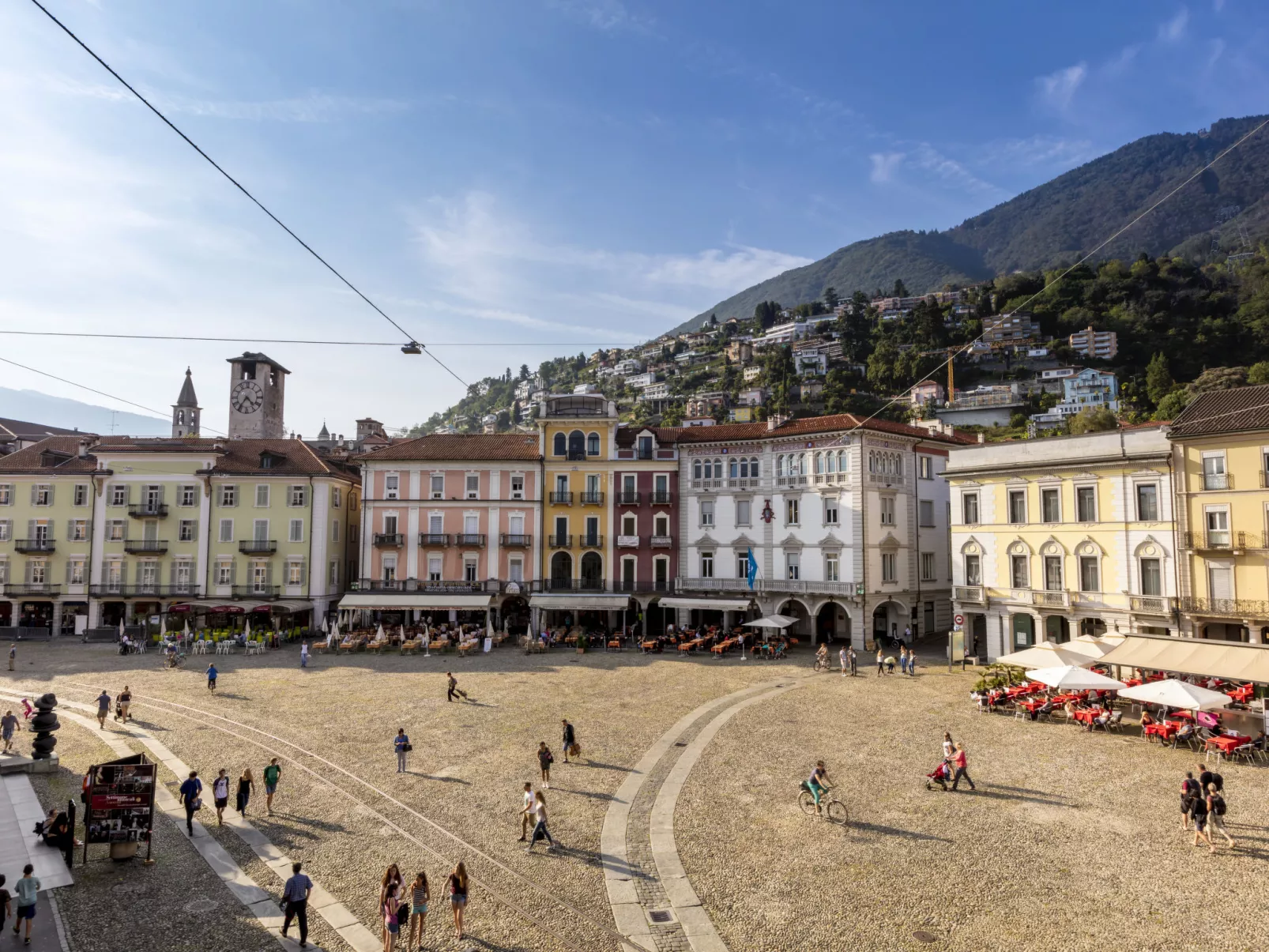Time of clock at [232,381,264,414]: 4:35
